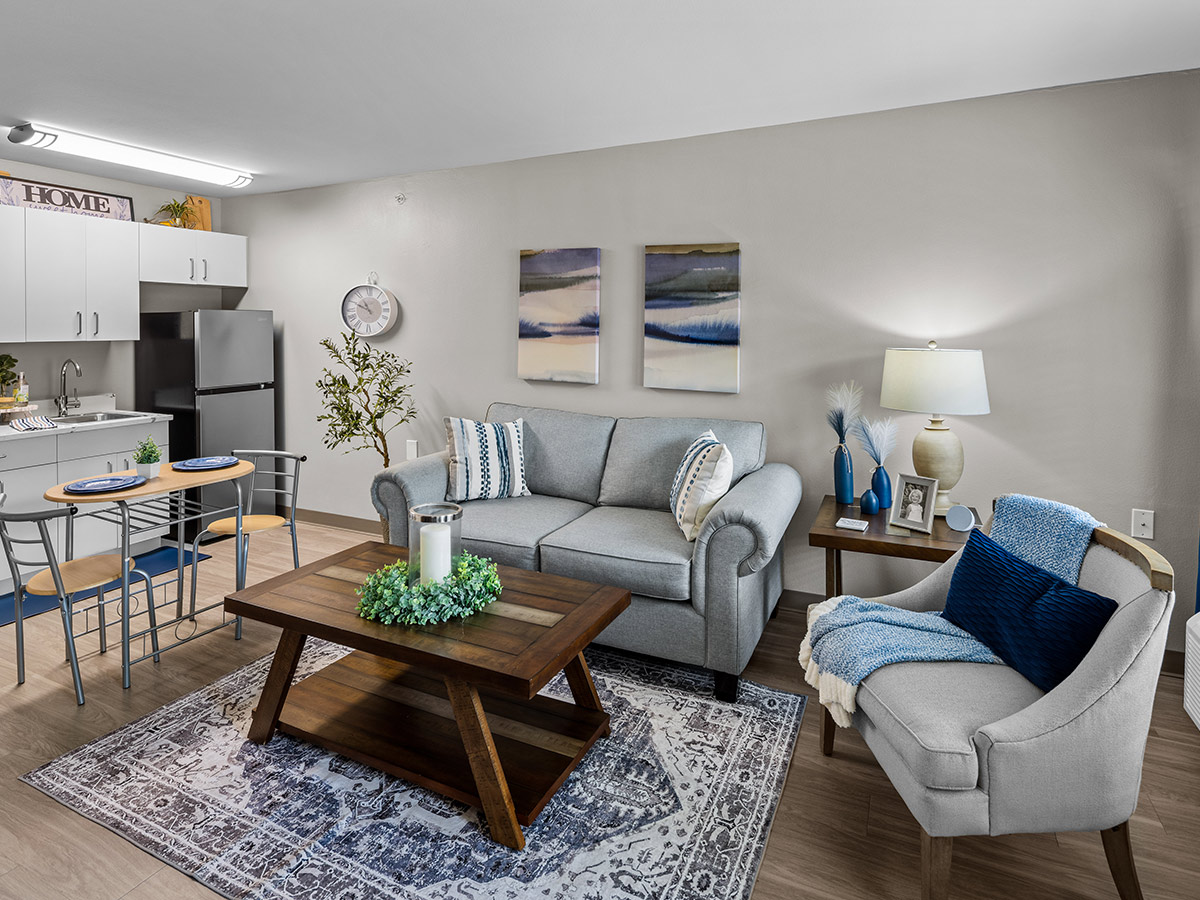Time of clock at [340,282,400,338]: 10:49
